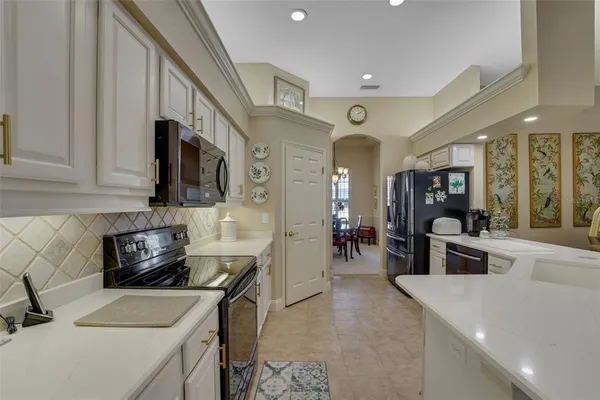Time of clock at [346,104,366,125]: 2:09
